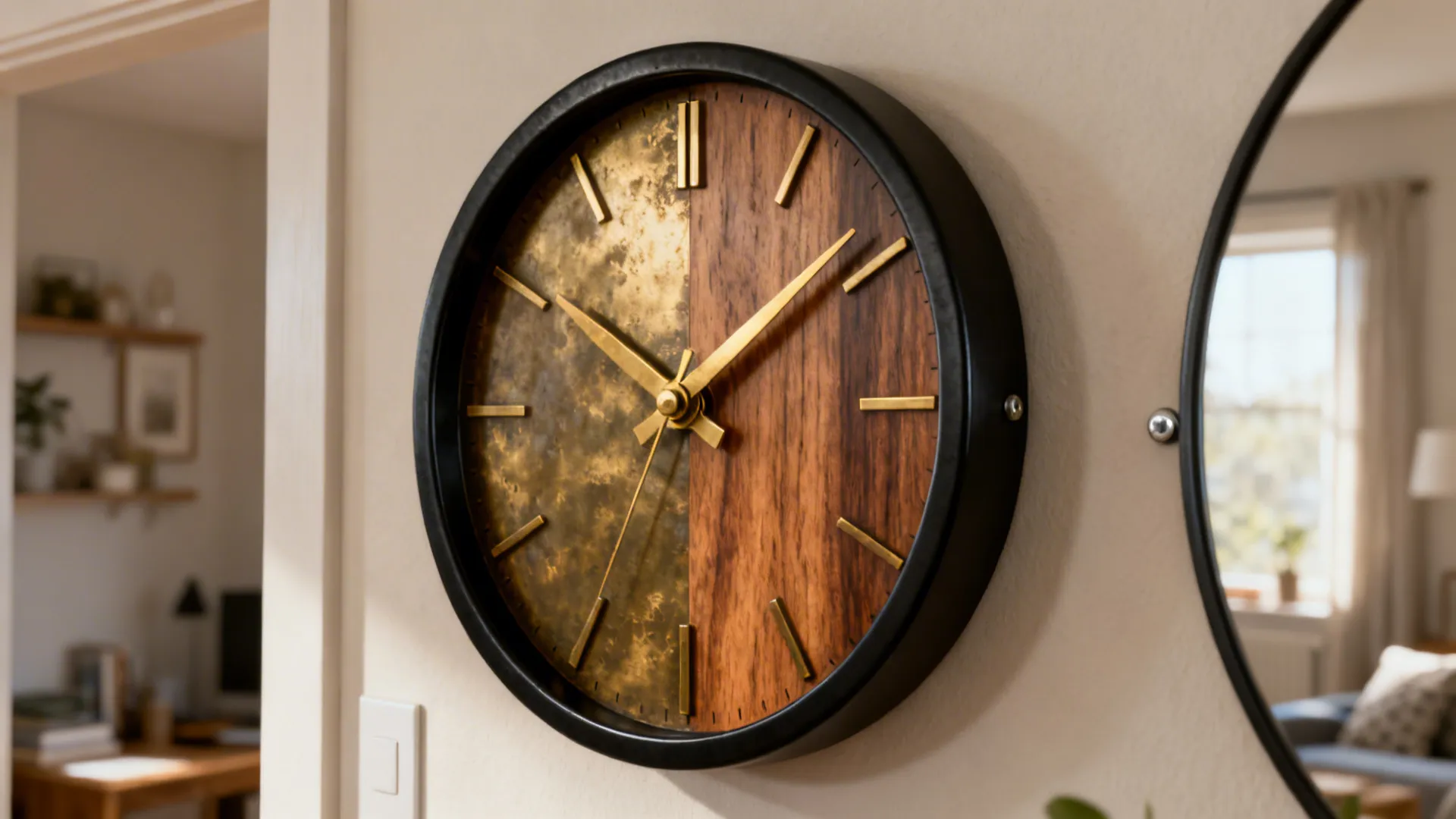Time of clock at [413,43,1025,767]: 1:50
